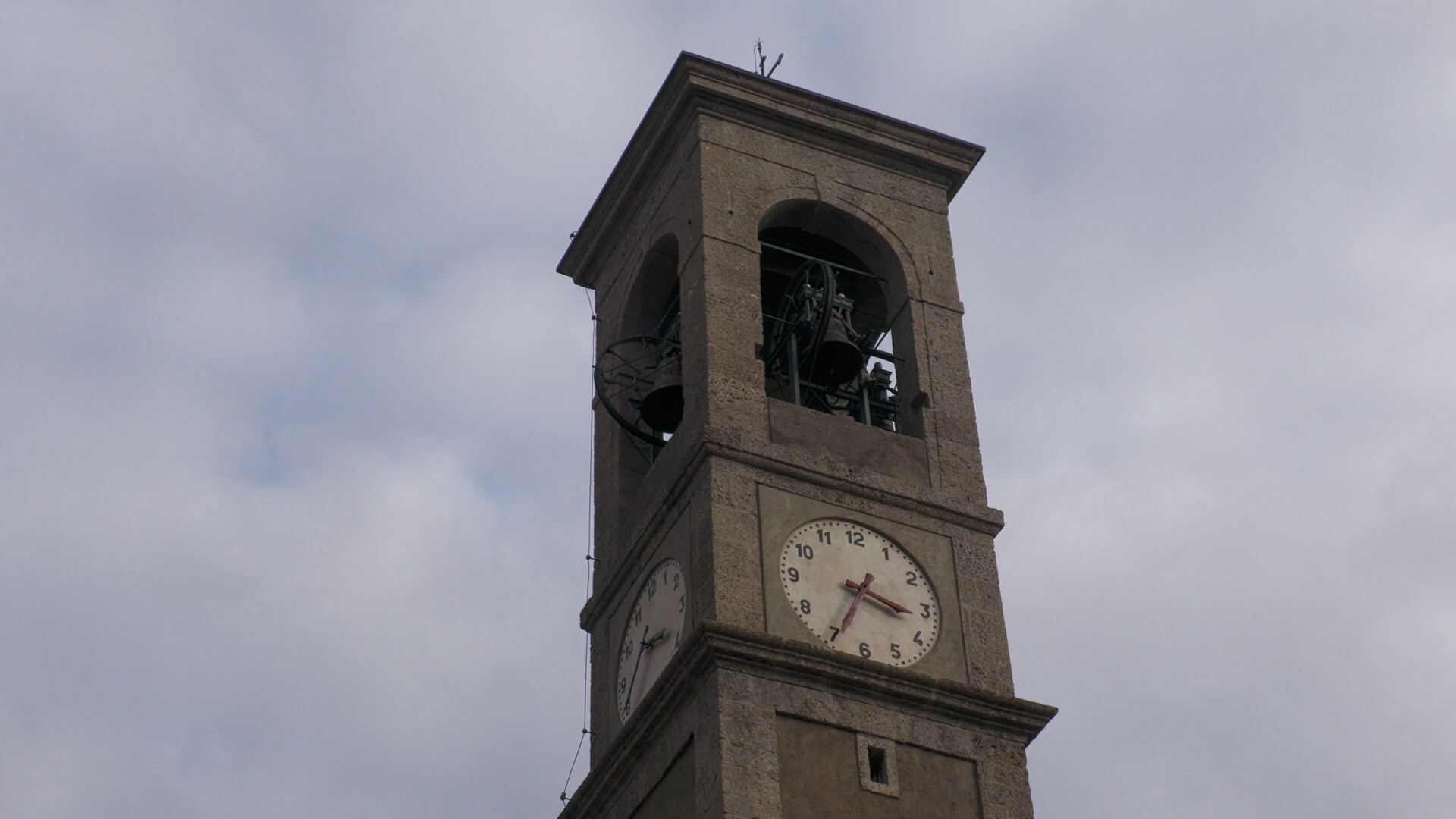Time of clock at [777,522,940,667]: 3:34
